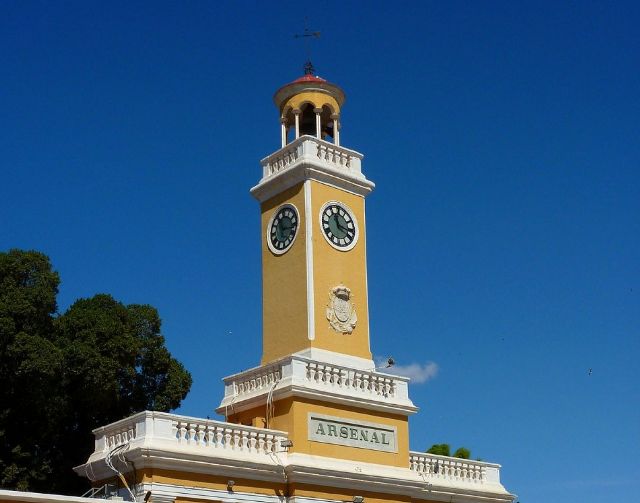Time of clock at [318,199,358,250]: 11:16
